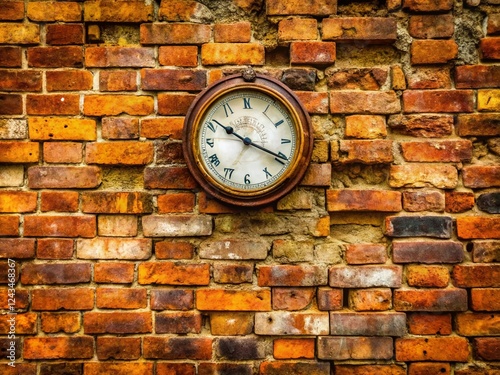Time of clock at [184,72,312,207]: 10:19
